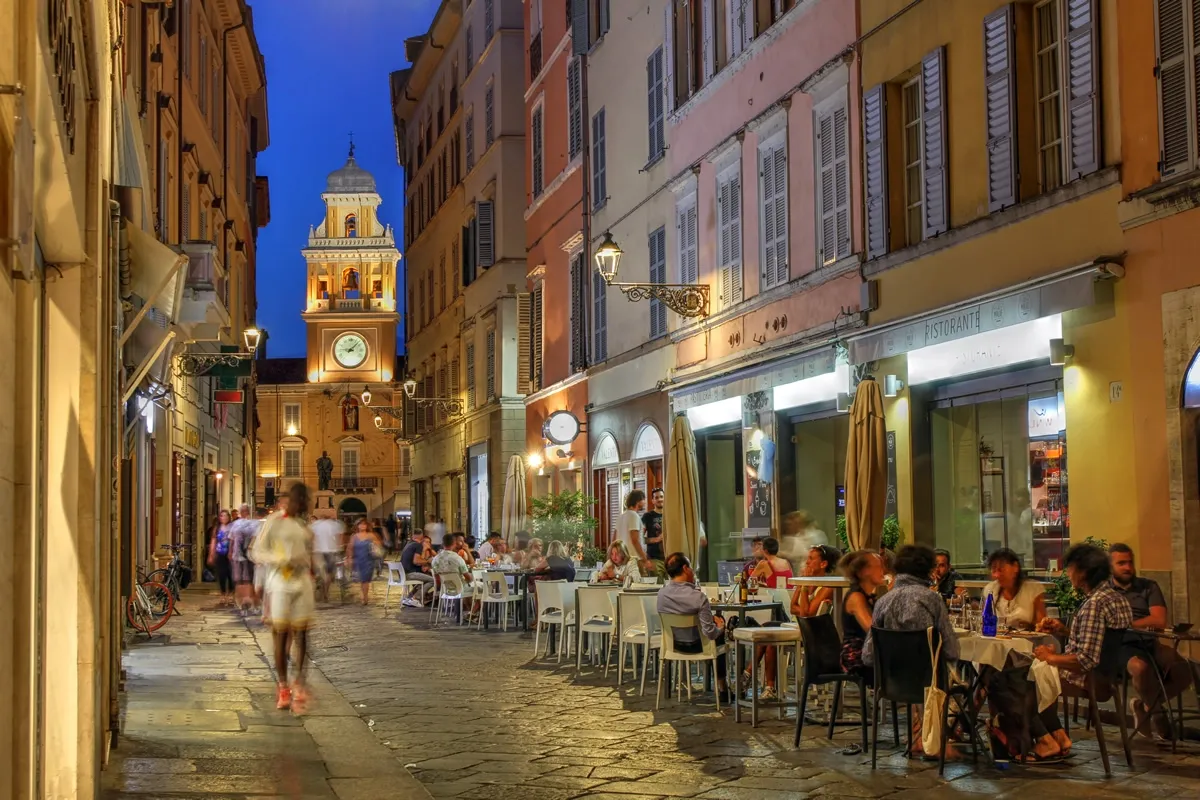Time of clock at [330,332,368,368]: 9:07
